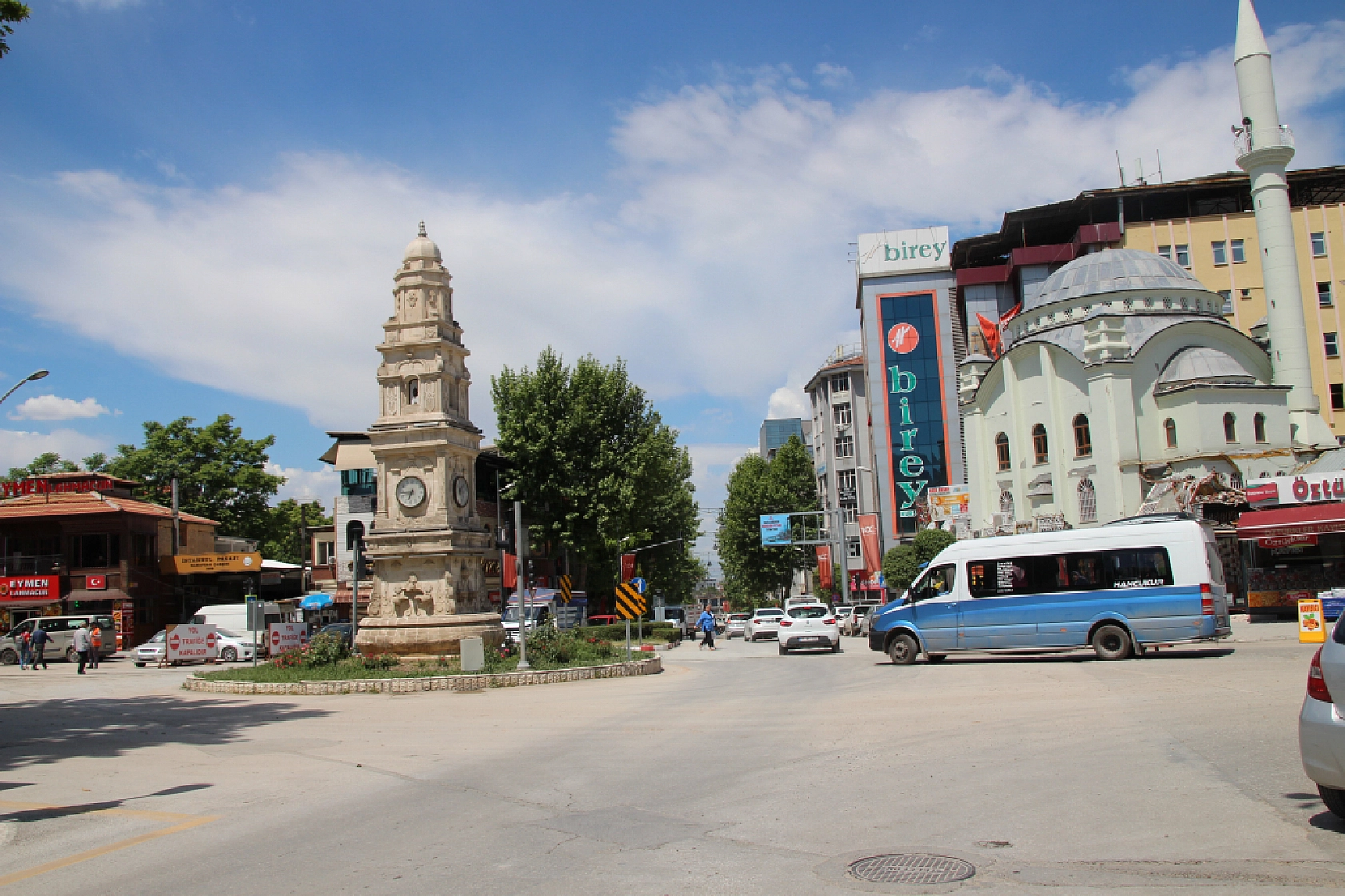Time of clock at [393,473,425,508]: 6:43
